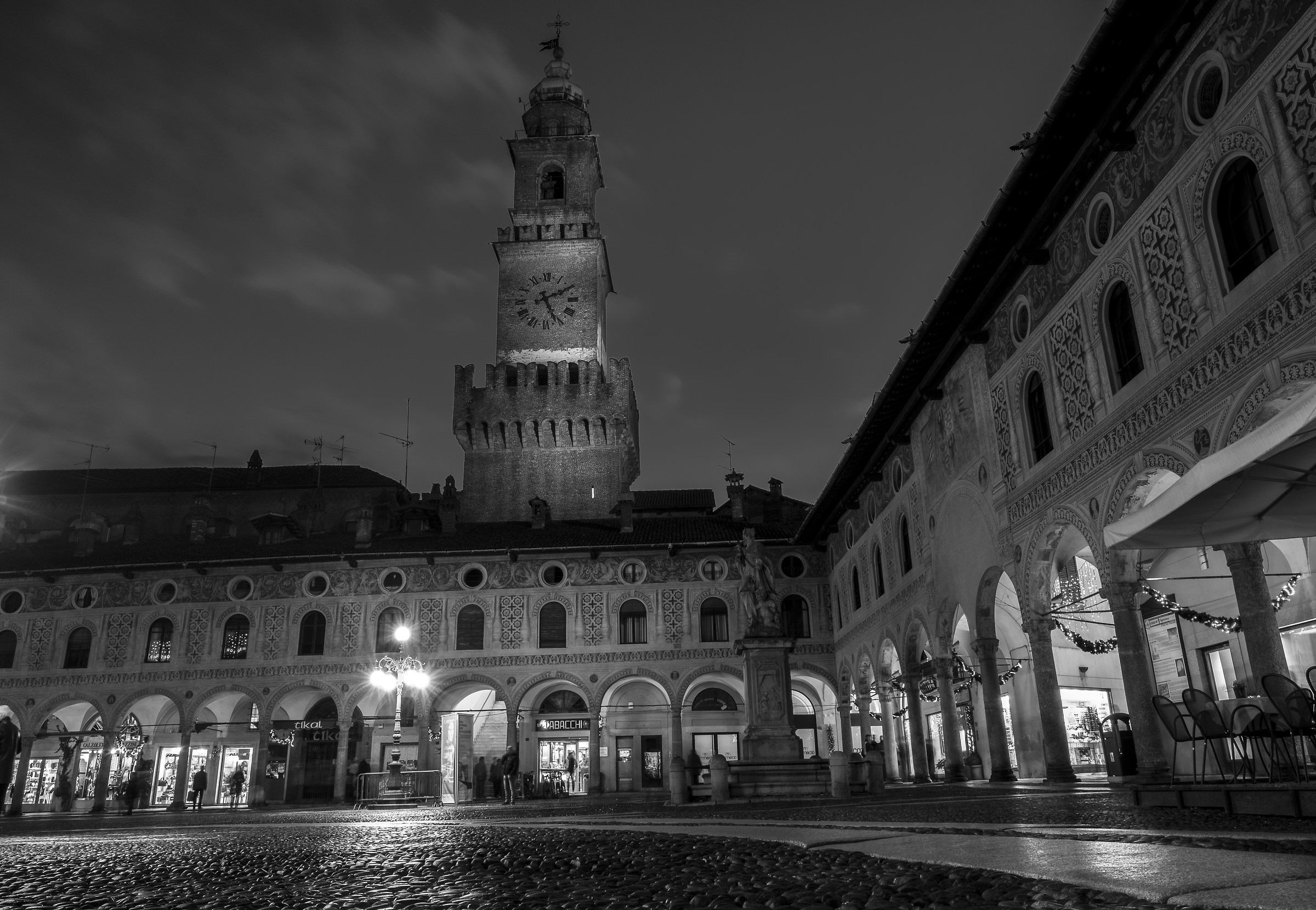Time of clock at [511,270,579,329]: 5:11
